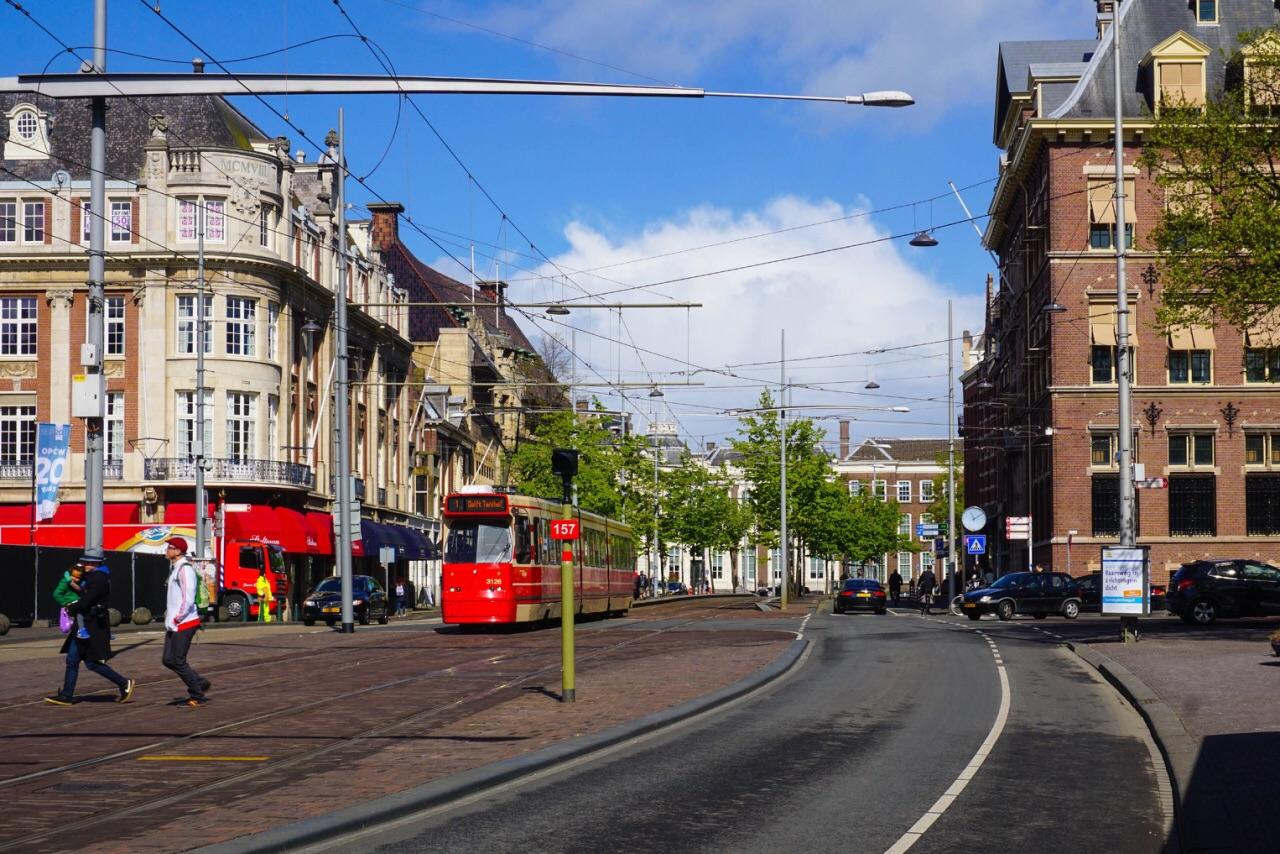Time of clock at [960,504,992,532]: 11:09
